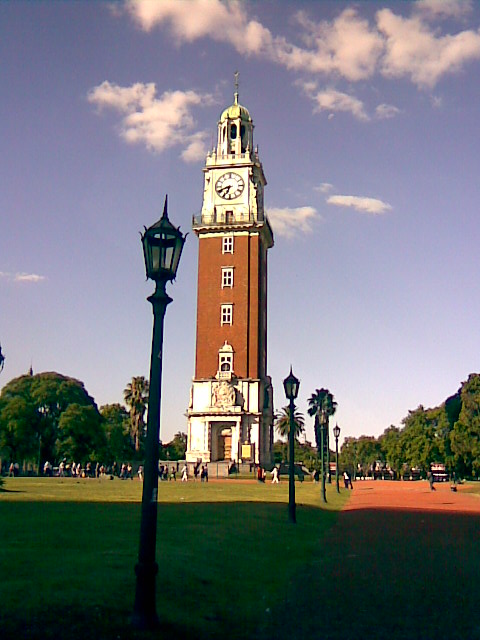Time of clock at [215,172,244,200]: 6:41
